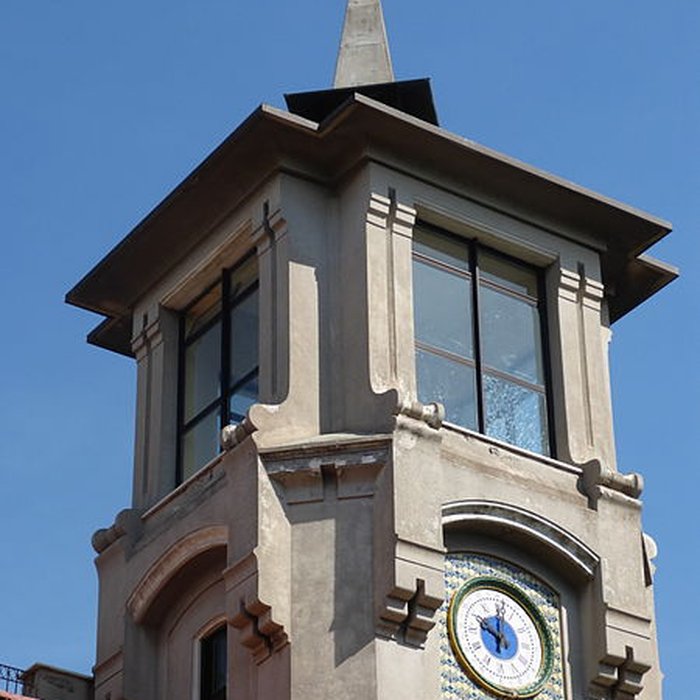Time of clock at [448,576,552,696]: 10:00
